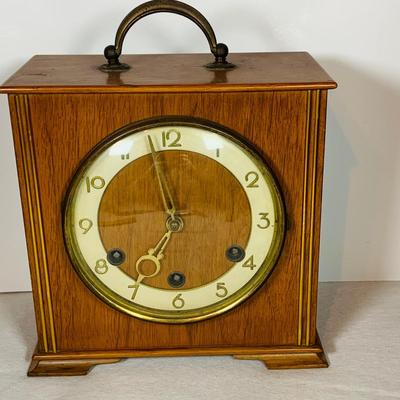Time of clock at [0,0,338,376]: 6:58
